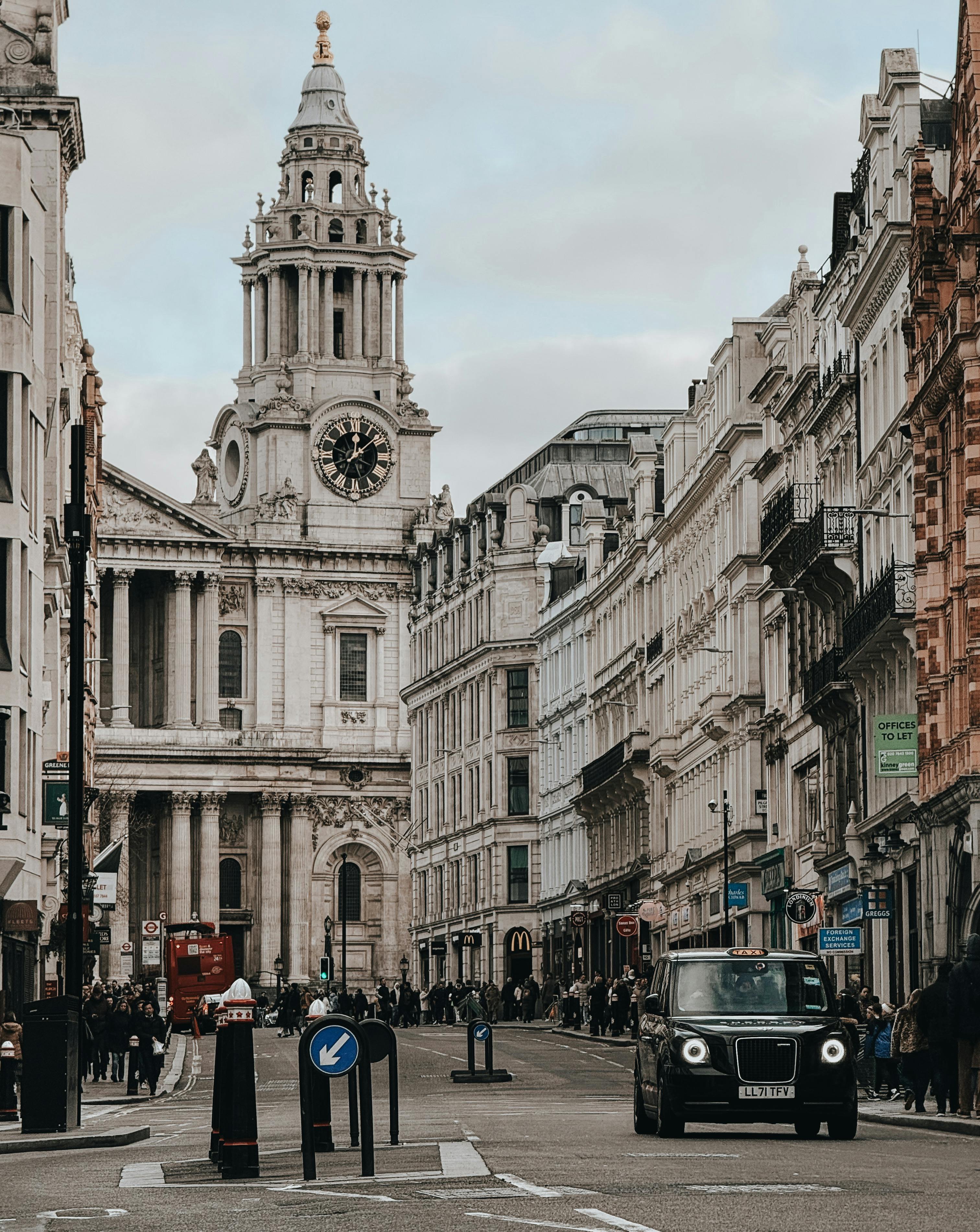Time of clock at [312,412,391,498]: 12:08
